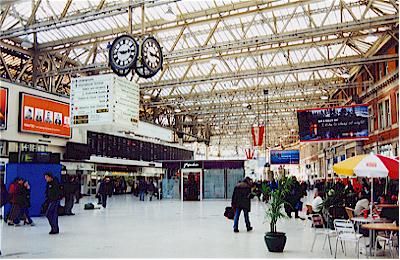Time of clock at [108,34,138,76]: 9:13
